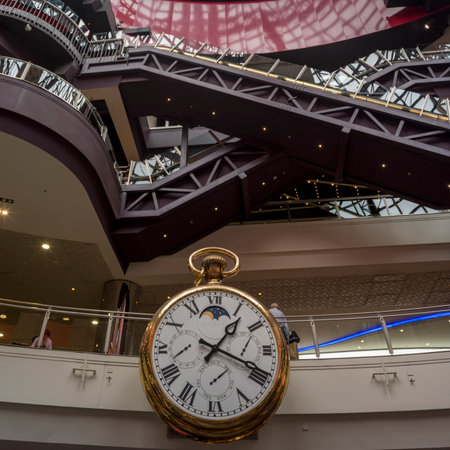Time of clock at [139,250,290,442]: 1:18
